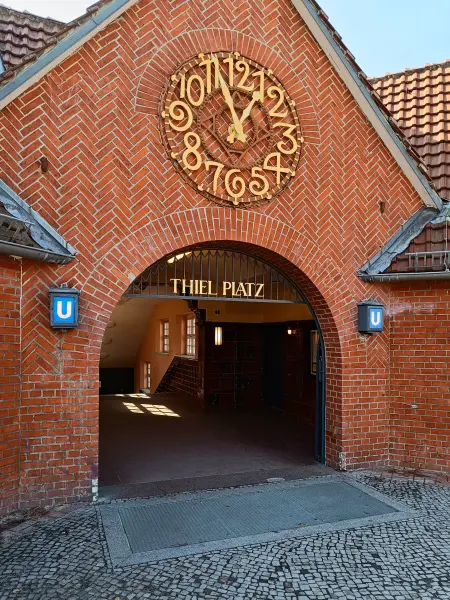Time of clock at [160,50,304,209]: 12:57
